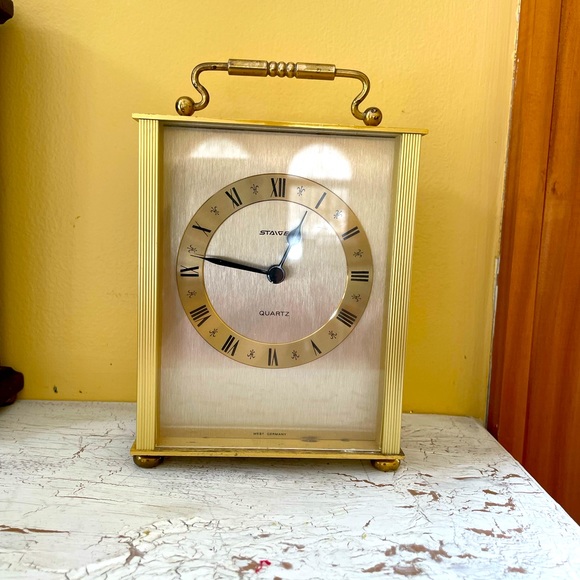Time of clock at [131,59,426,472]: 12:46
